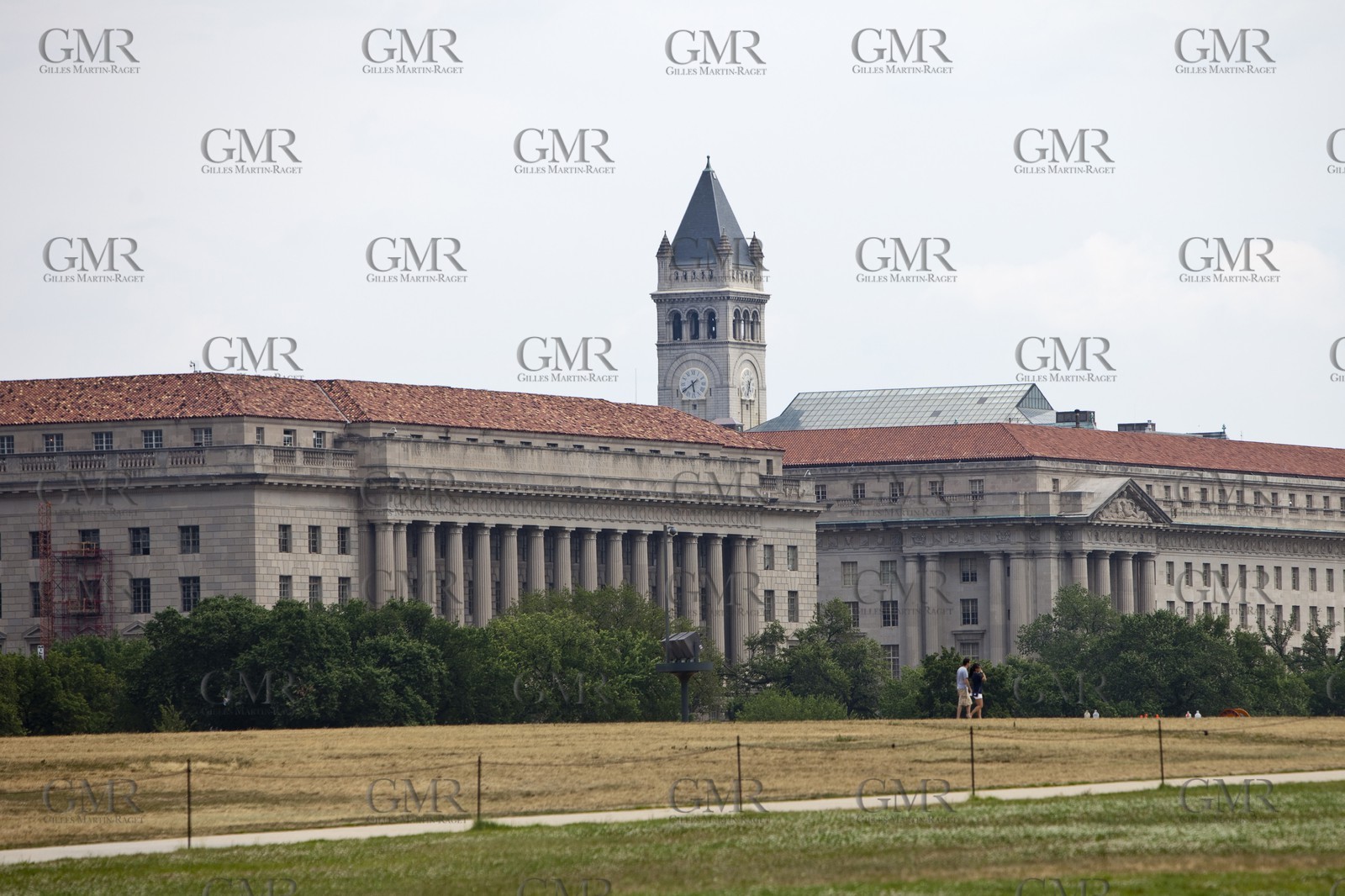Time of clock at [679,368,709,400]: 5:38
